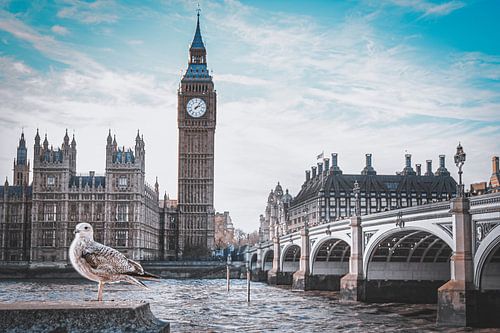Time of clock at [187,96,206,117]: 2:06
